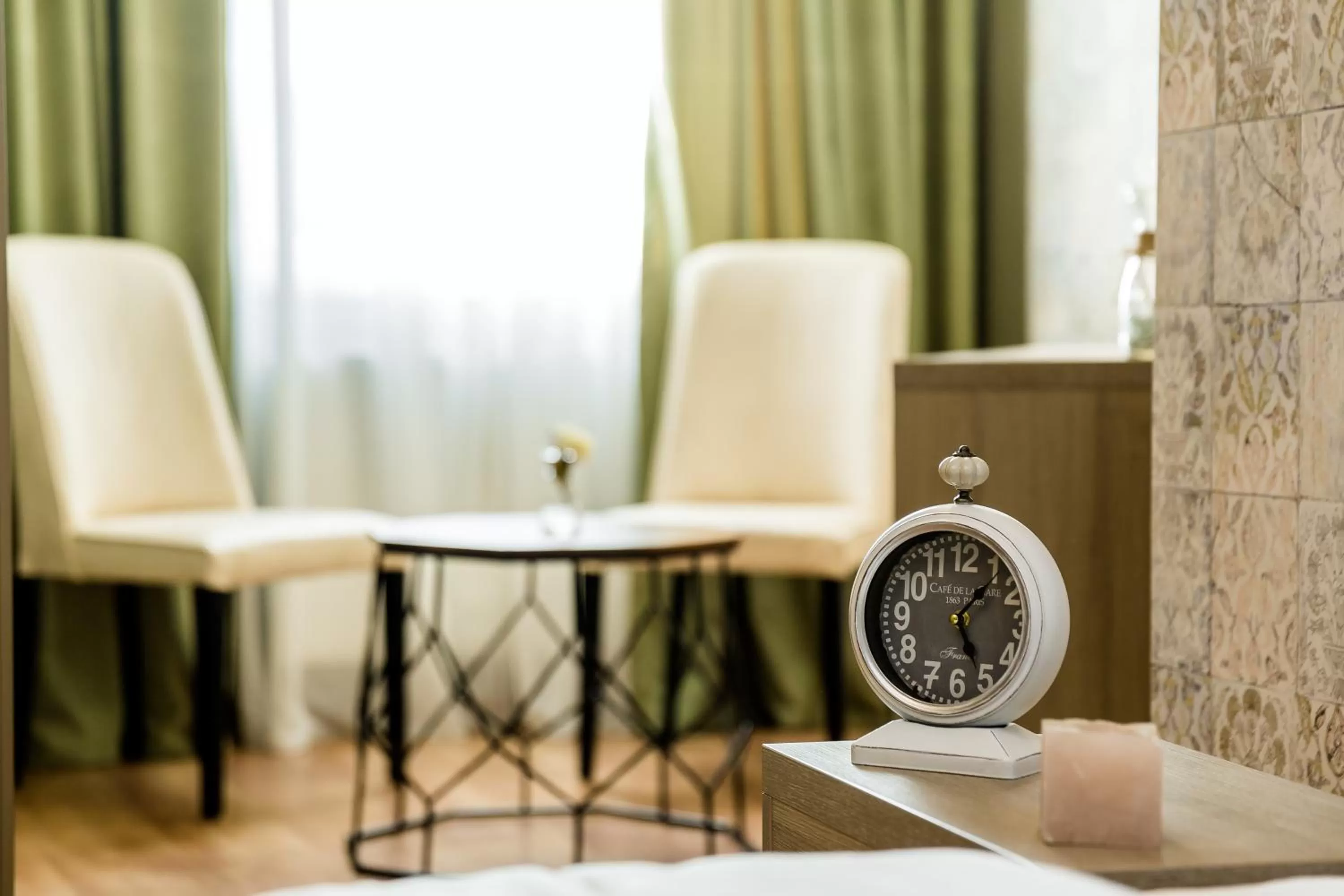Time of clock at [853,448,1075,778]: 5:06
